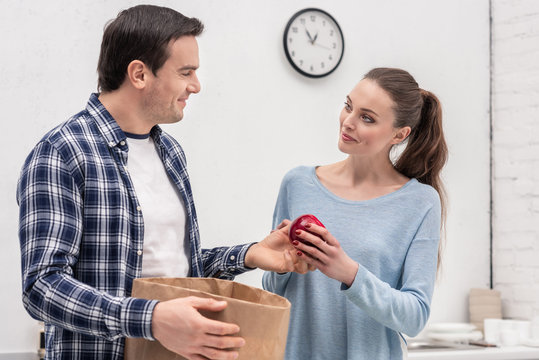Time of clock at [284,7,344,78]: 12:54
